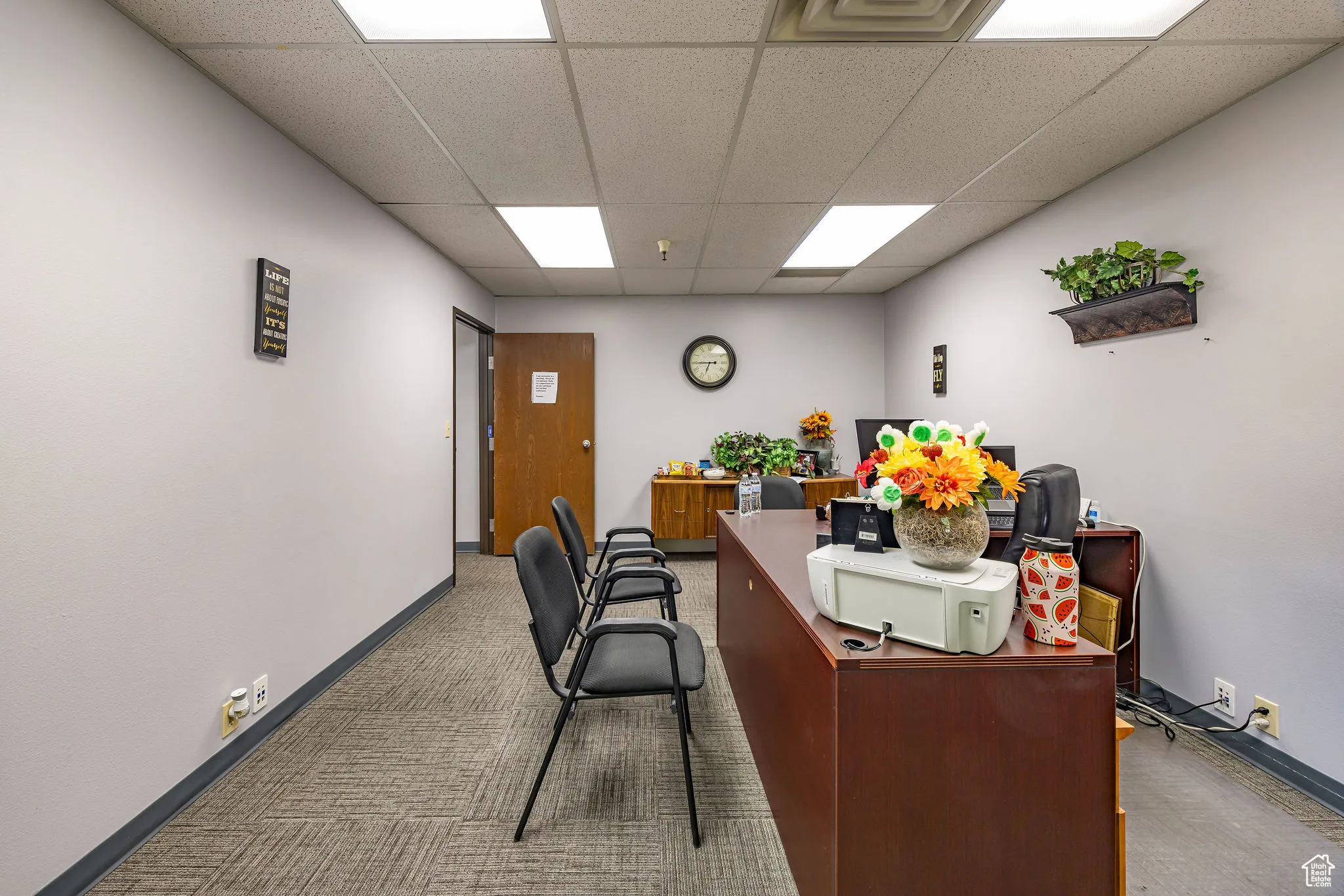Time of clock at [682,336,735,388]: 6:45
